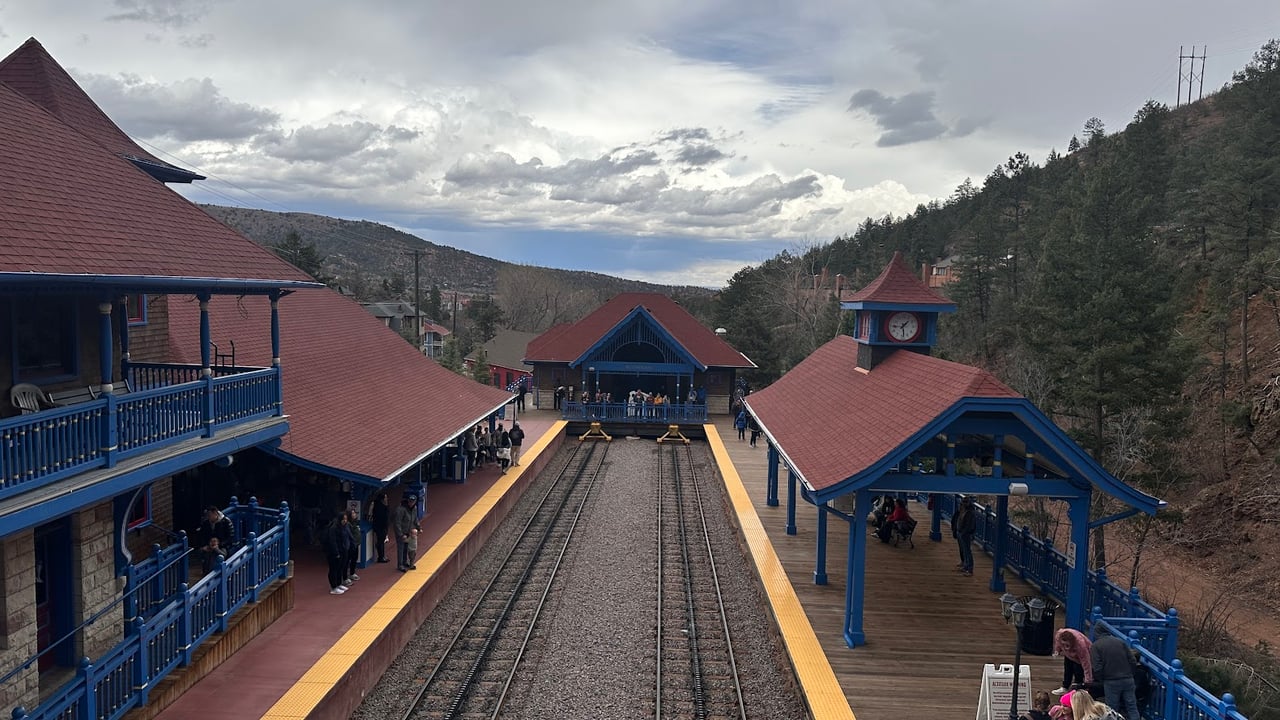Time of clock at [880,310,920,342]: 1:28
